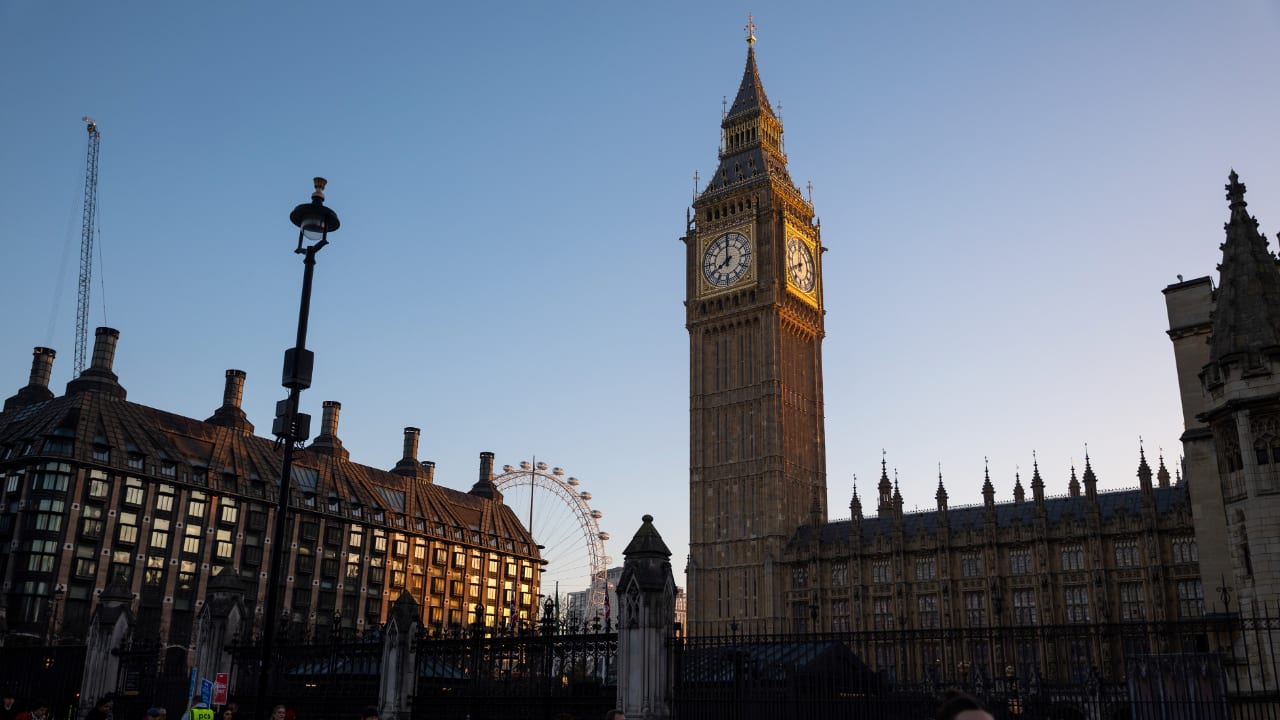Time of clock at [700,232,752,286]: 7:59
